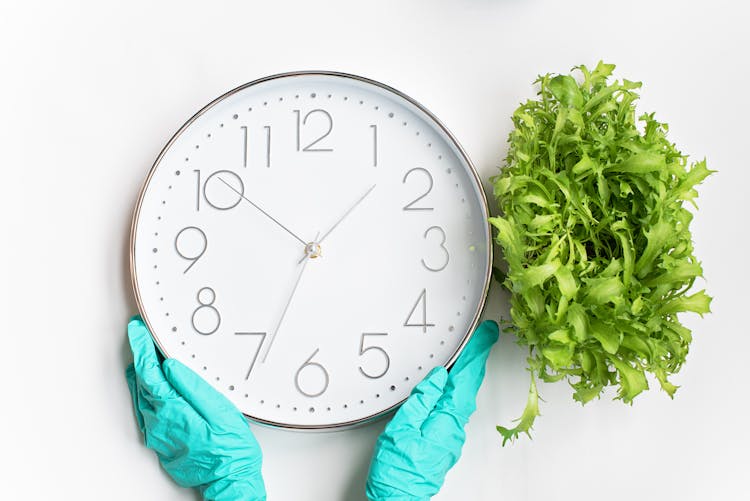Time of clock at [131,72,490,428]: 1:33
